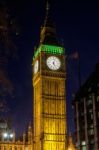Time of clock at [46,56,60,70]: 5:03
